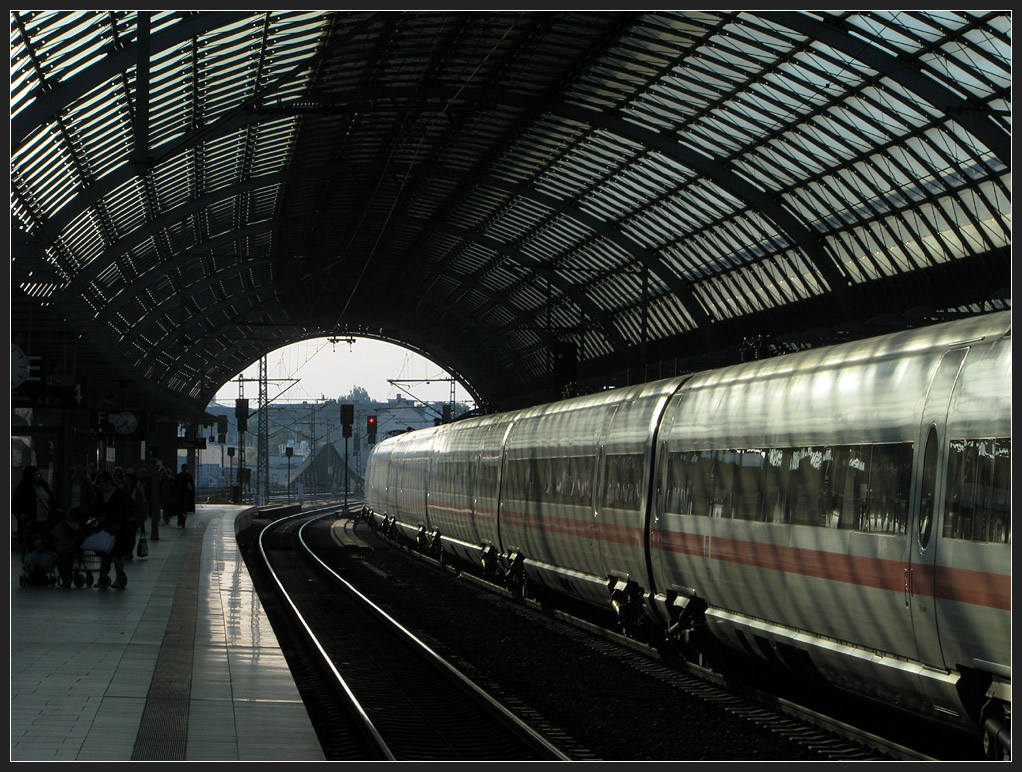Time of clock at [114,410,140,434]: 7:25
